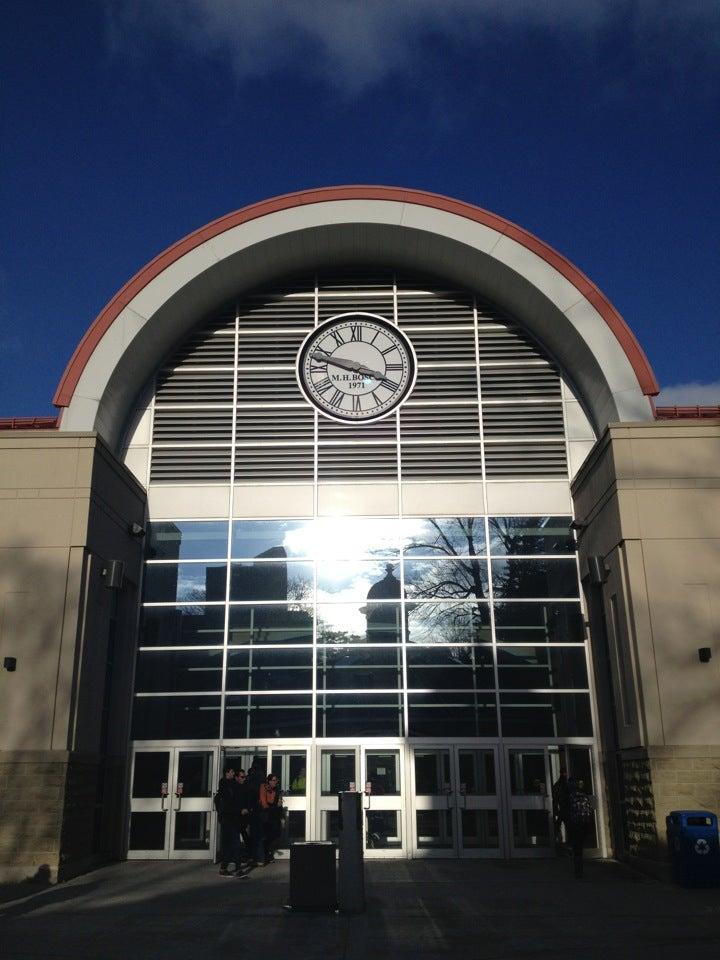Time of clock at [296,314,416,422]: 3:47
